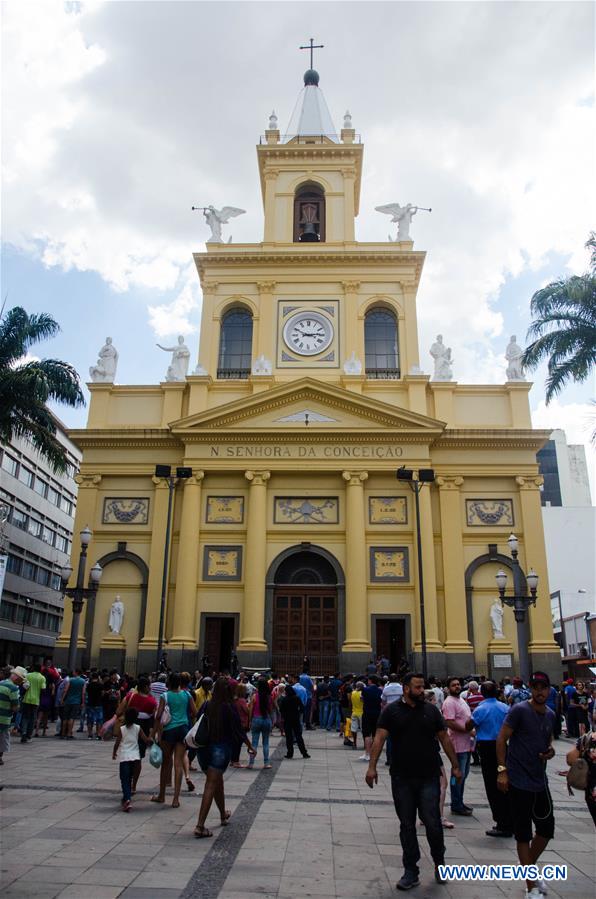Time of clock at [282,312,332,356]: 2:49
